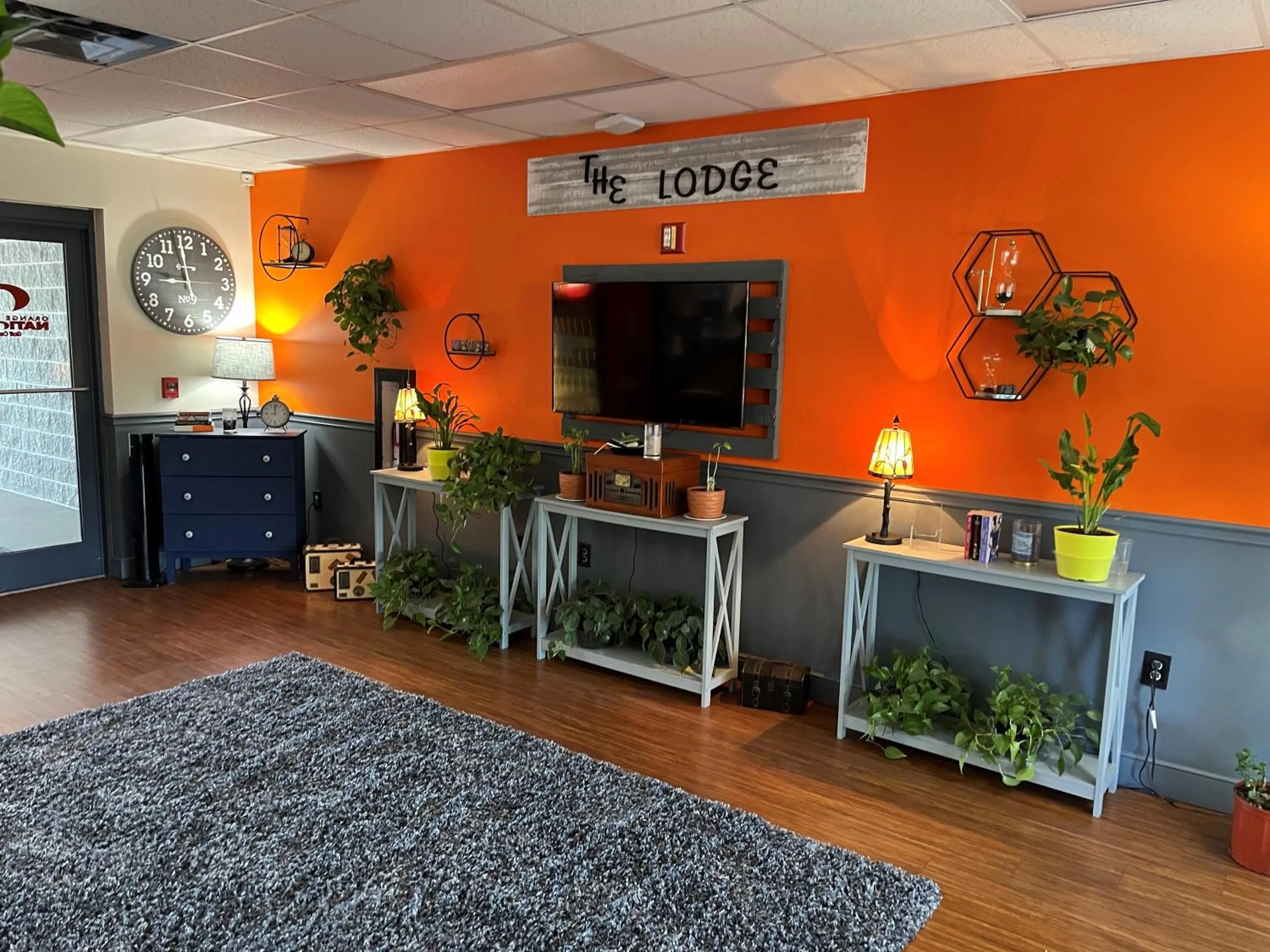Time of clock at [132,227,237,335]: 8:58
